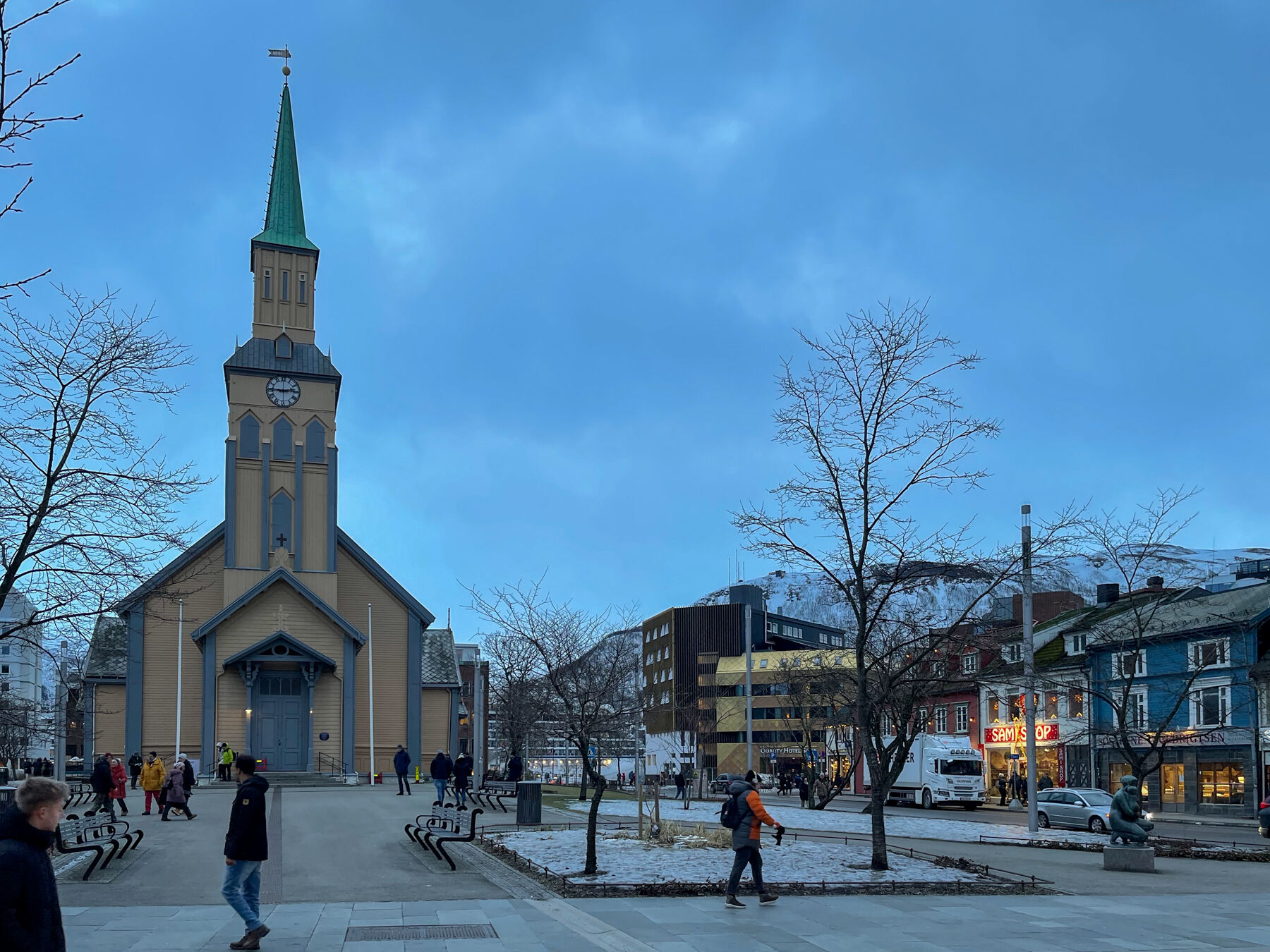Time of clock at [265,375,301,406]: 2:45
